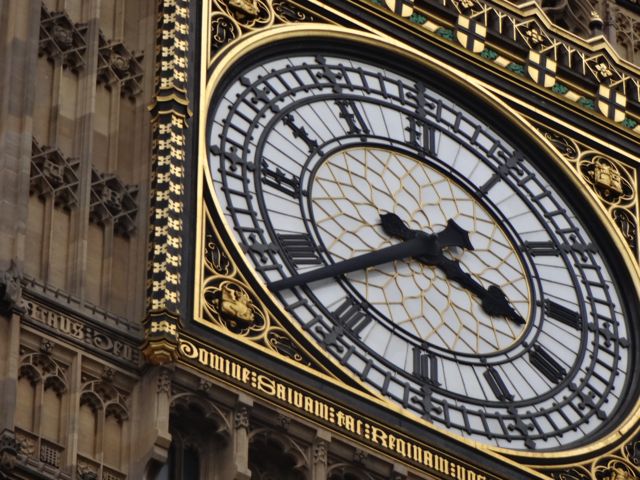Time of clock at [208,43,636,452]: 3:38
